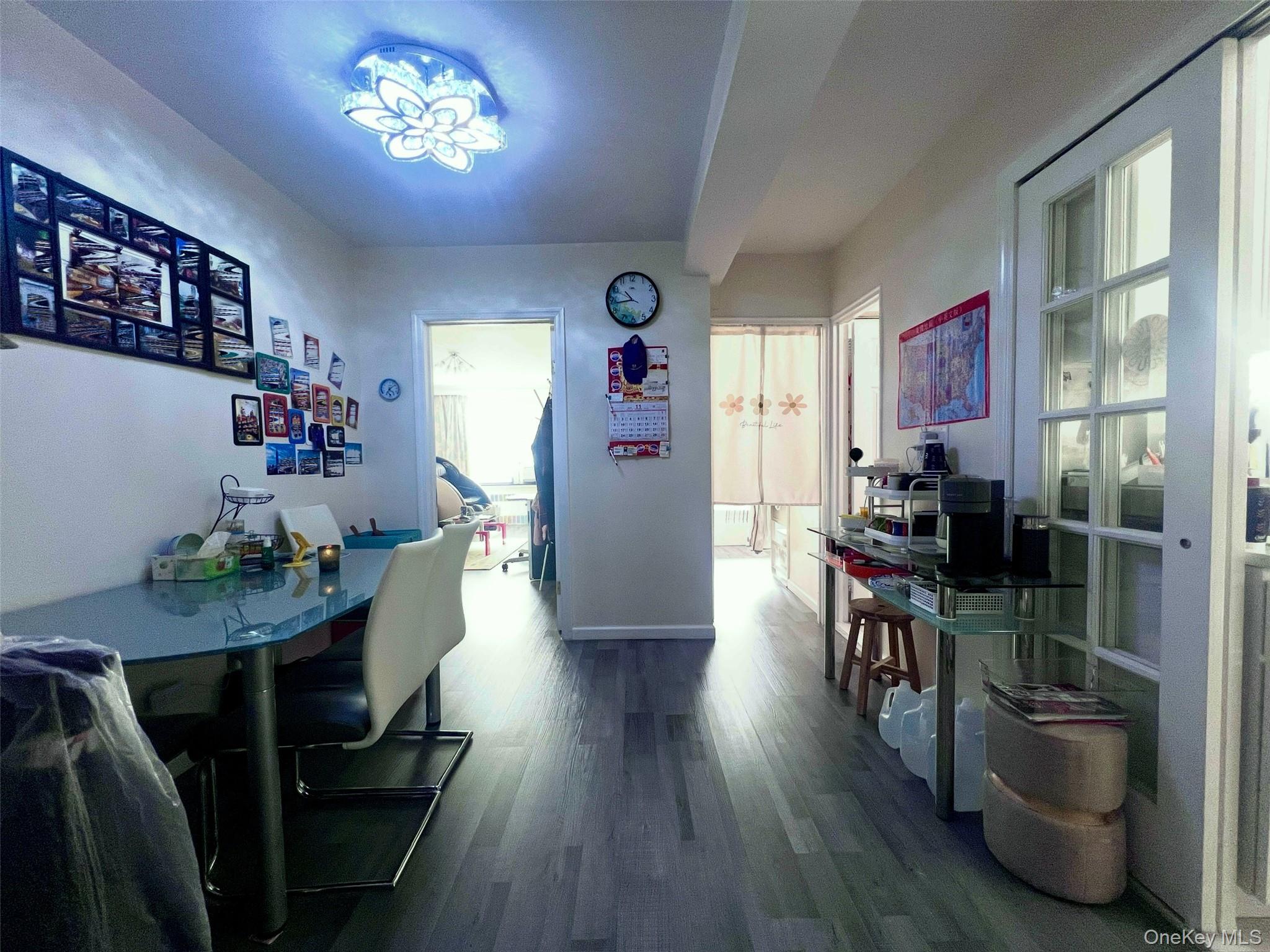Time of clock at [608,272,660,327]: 10:43
